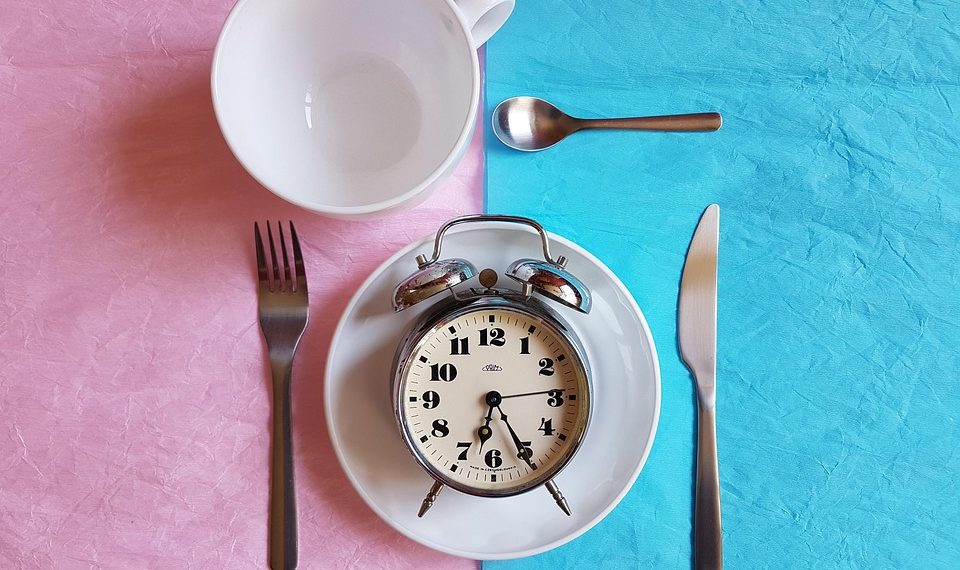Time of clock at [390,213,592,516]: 6:25
